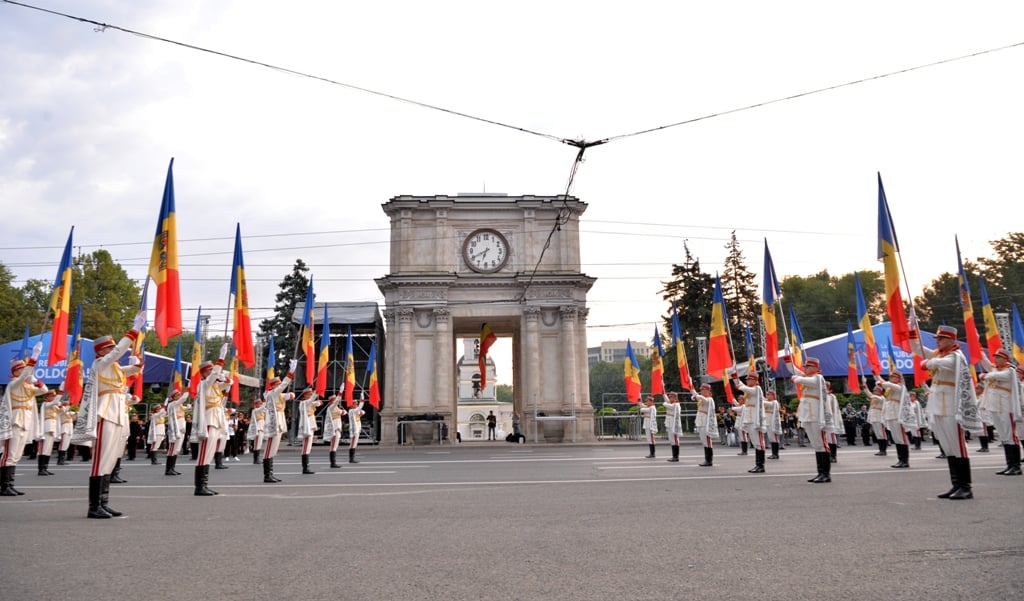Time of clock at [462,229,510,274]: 6:40
